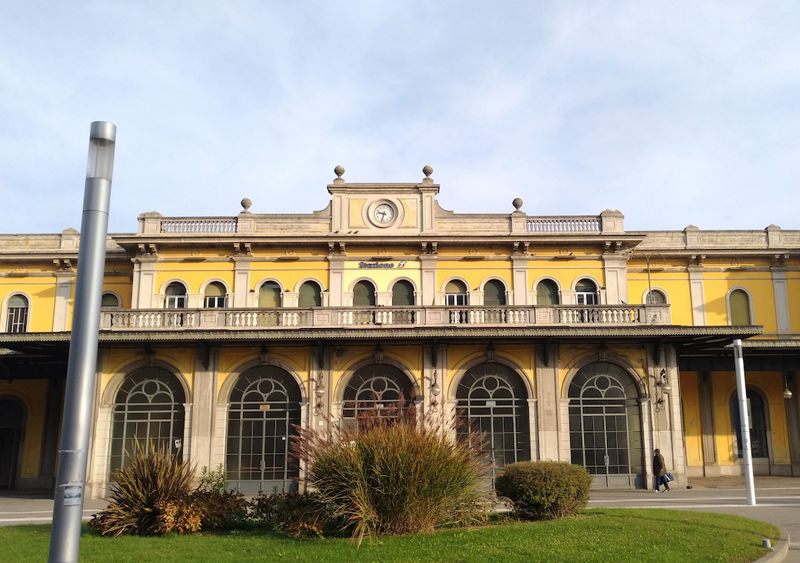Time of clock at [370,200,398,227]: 9:33
